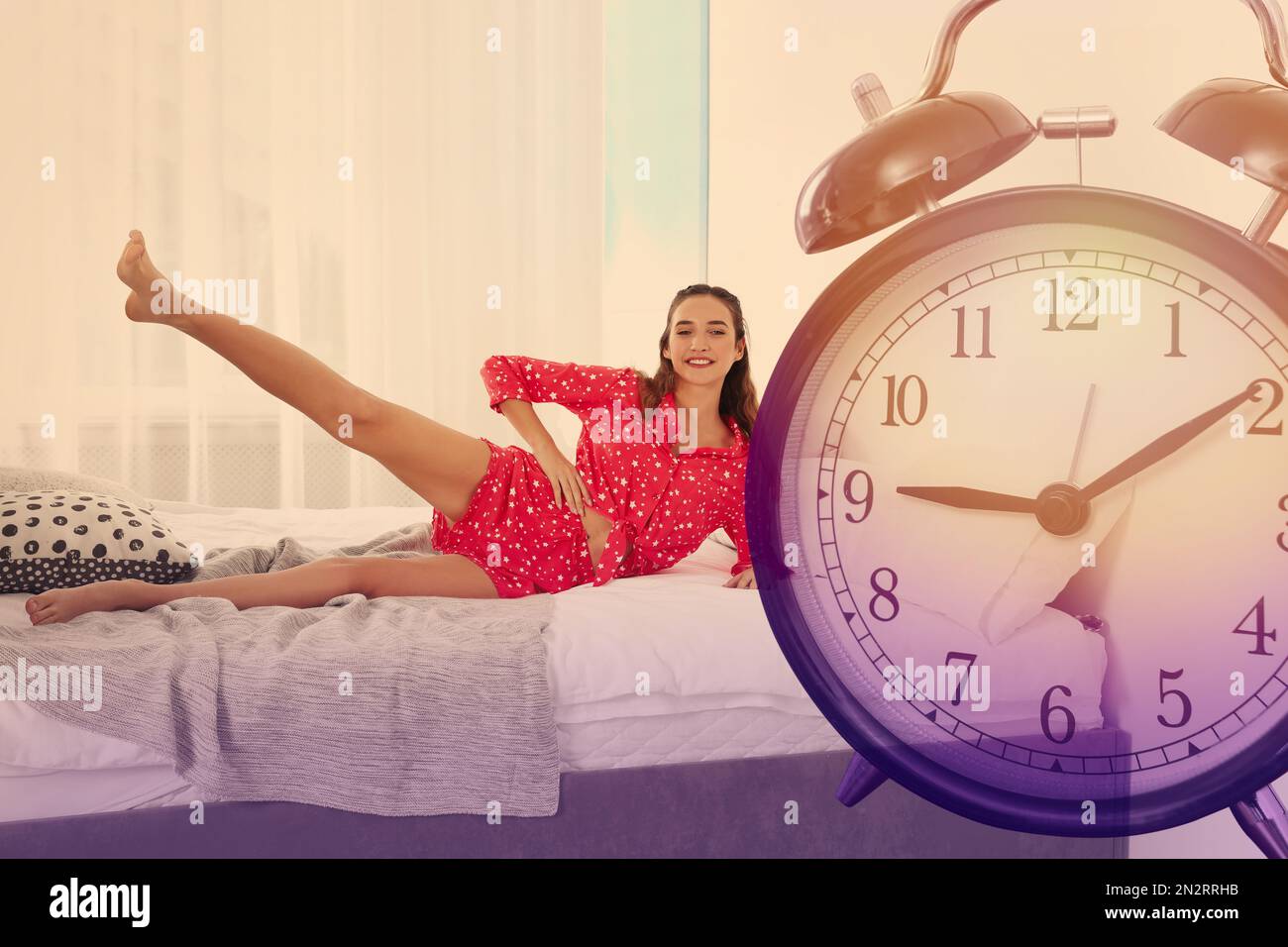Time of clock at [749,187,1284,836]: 9:09
